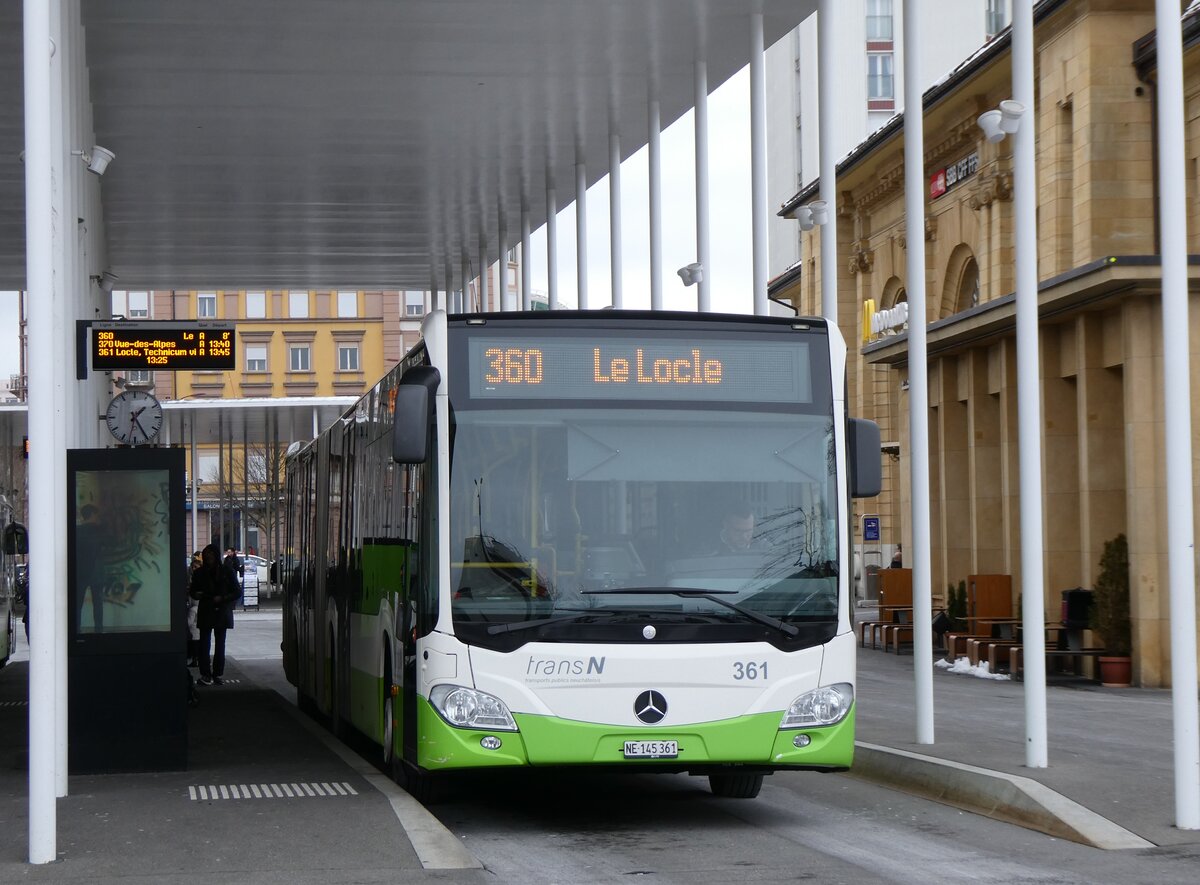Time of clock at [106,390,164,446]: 1:24
